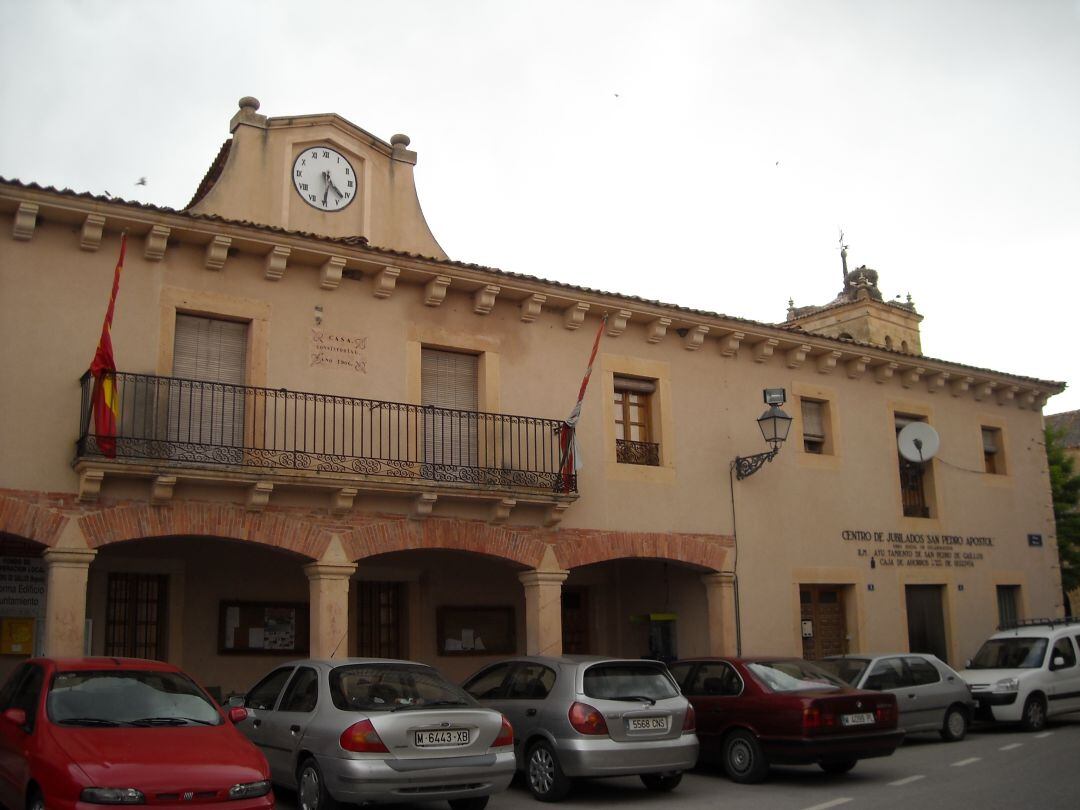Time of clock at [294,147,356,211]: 4:30
